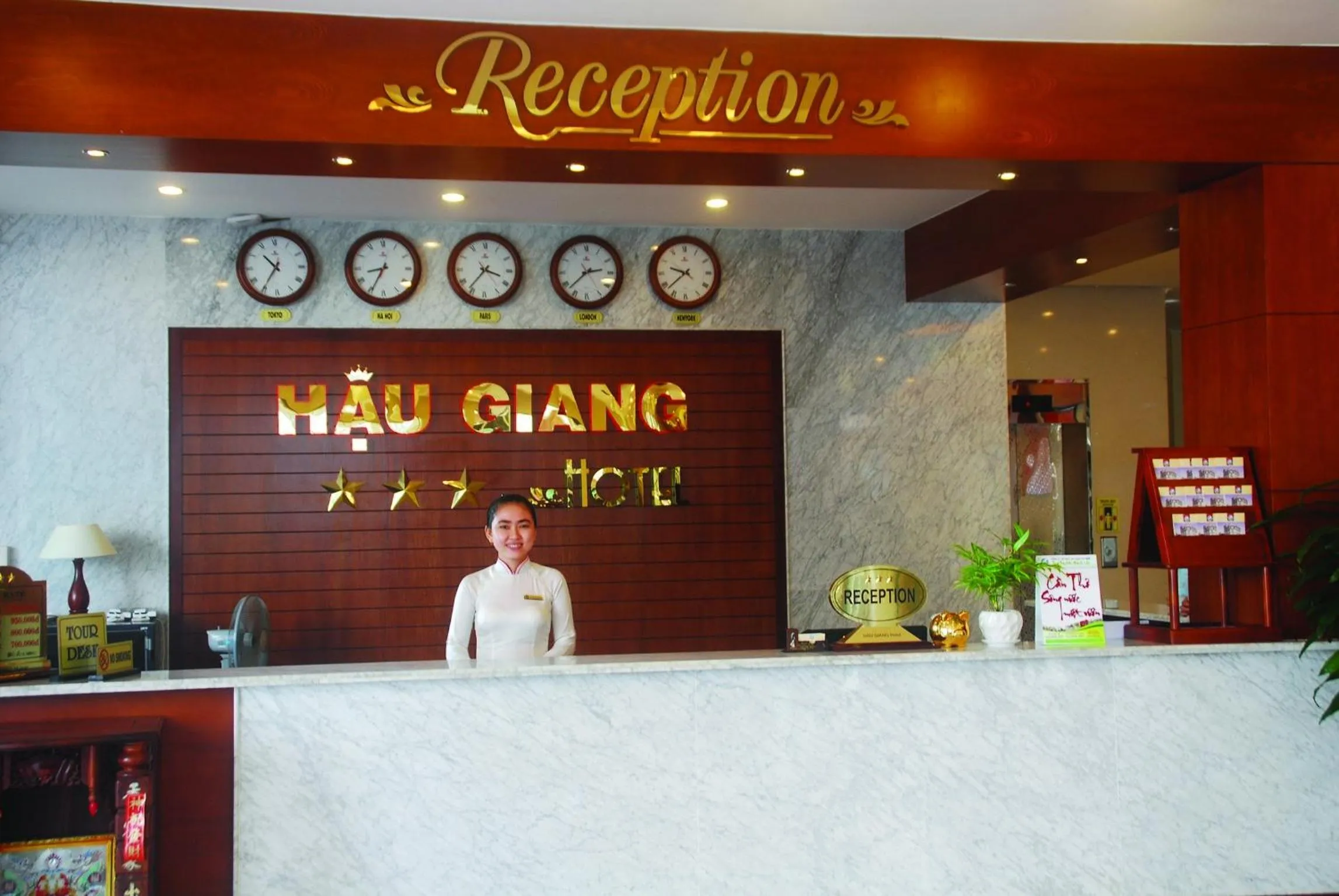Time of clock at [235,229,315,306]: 10:35
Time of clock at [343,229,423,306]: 8:34
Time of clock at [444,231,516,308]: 3:36
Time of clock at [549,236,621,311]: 2:37
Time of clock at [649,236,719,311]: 9:38
